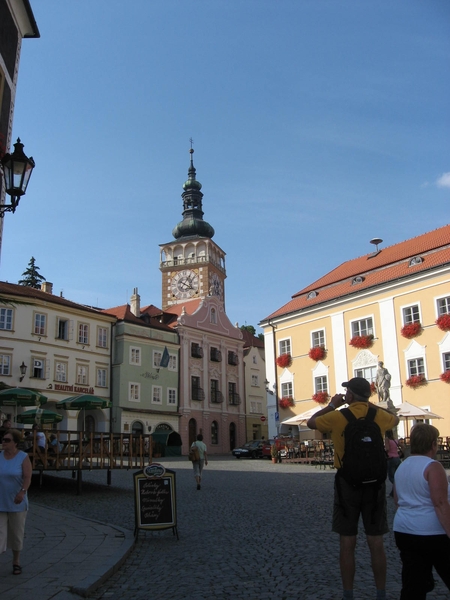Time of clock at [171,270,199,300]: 1:18
